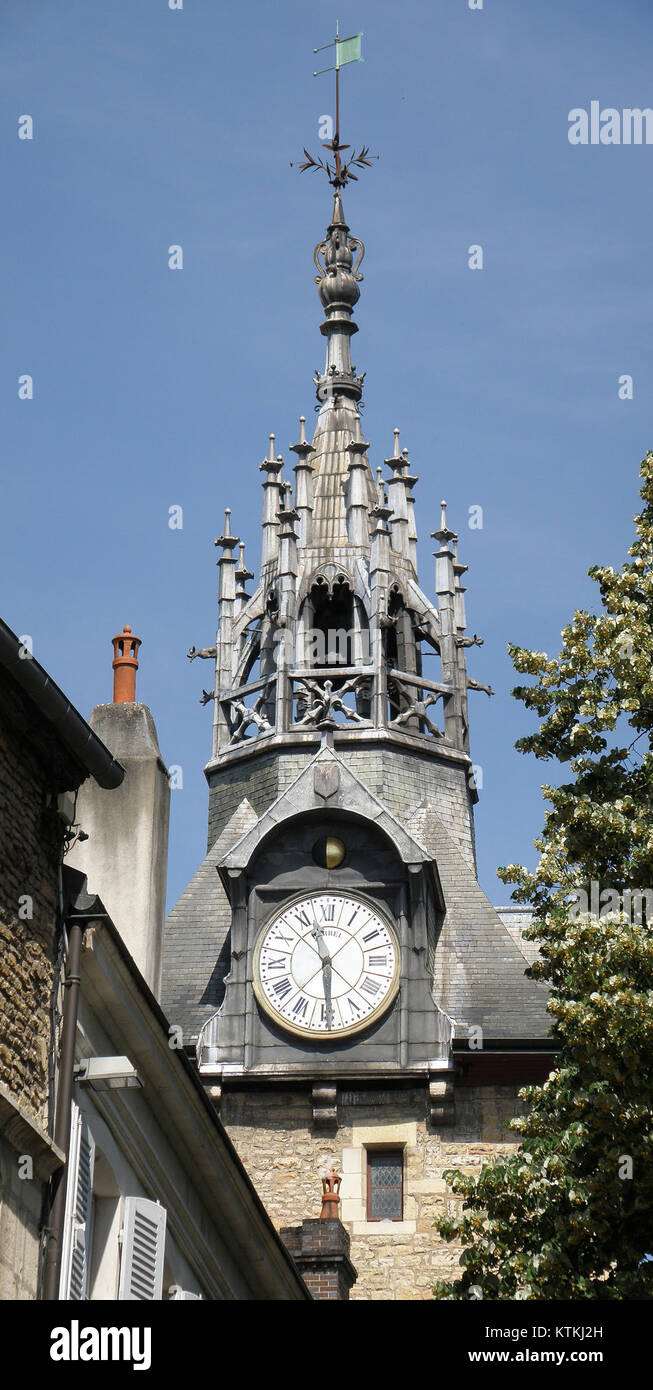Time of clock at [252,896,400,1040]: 5:56
